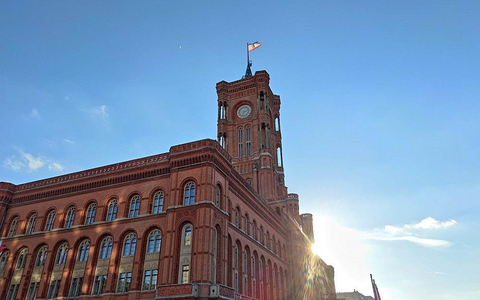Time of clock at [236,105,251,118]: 7:12
